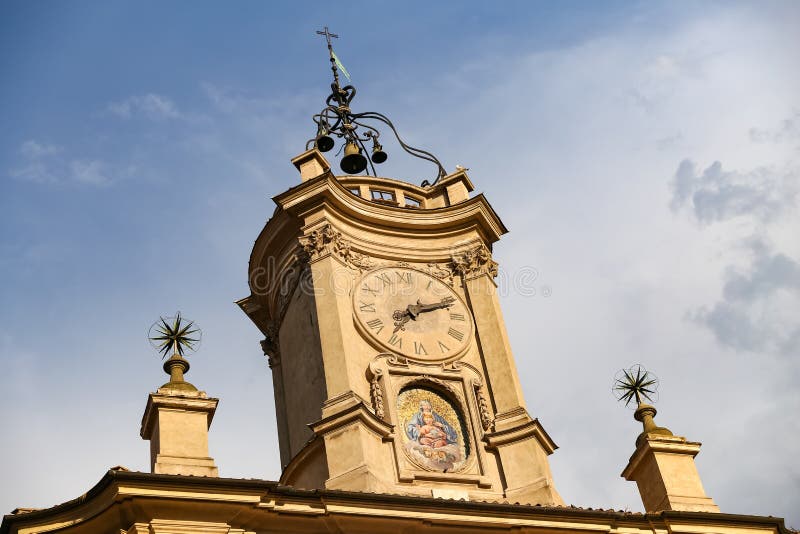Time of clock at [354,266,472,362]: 7:11
